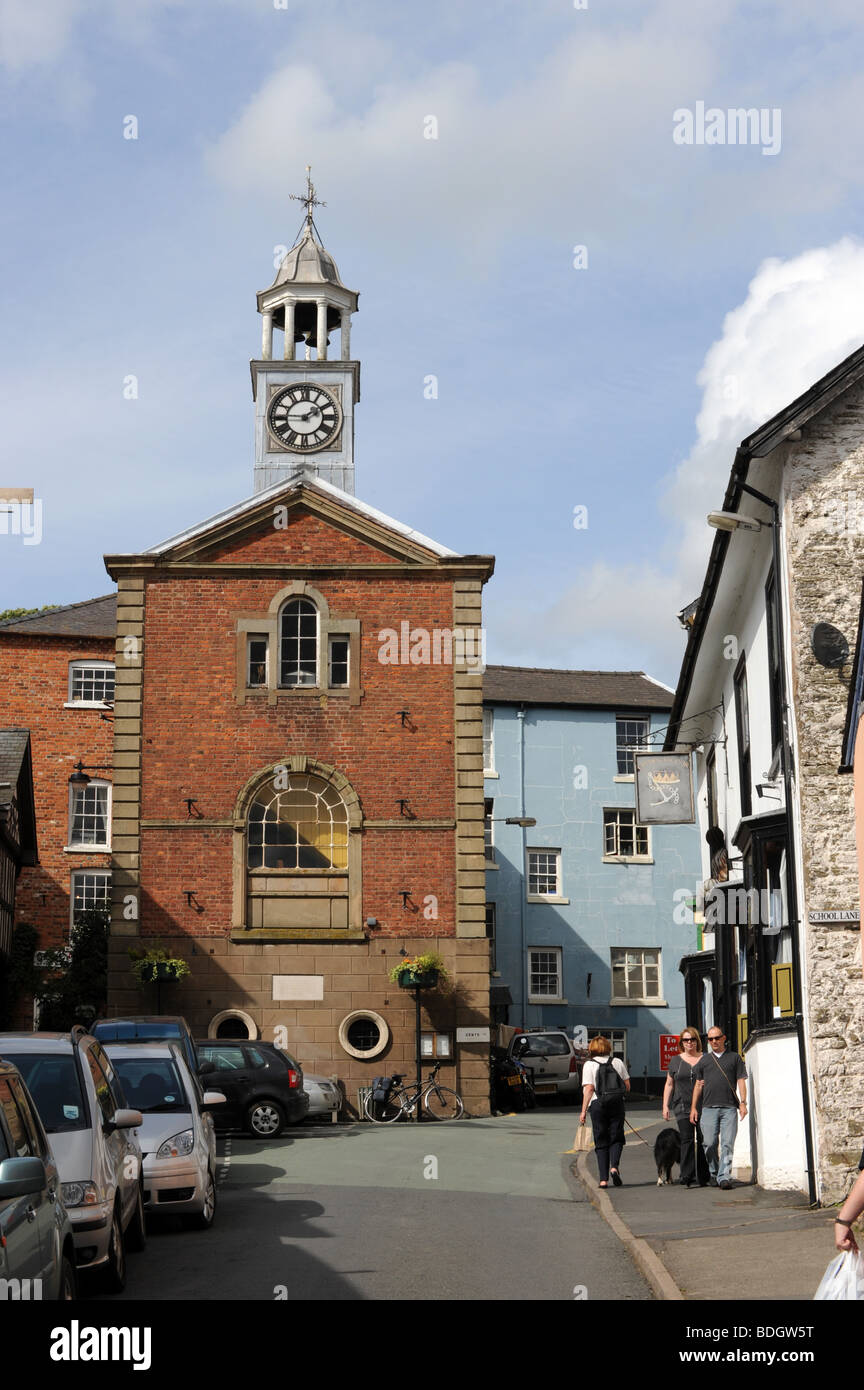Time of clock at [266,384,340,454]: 1:45
